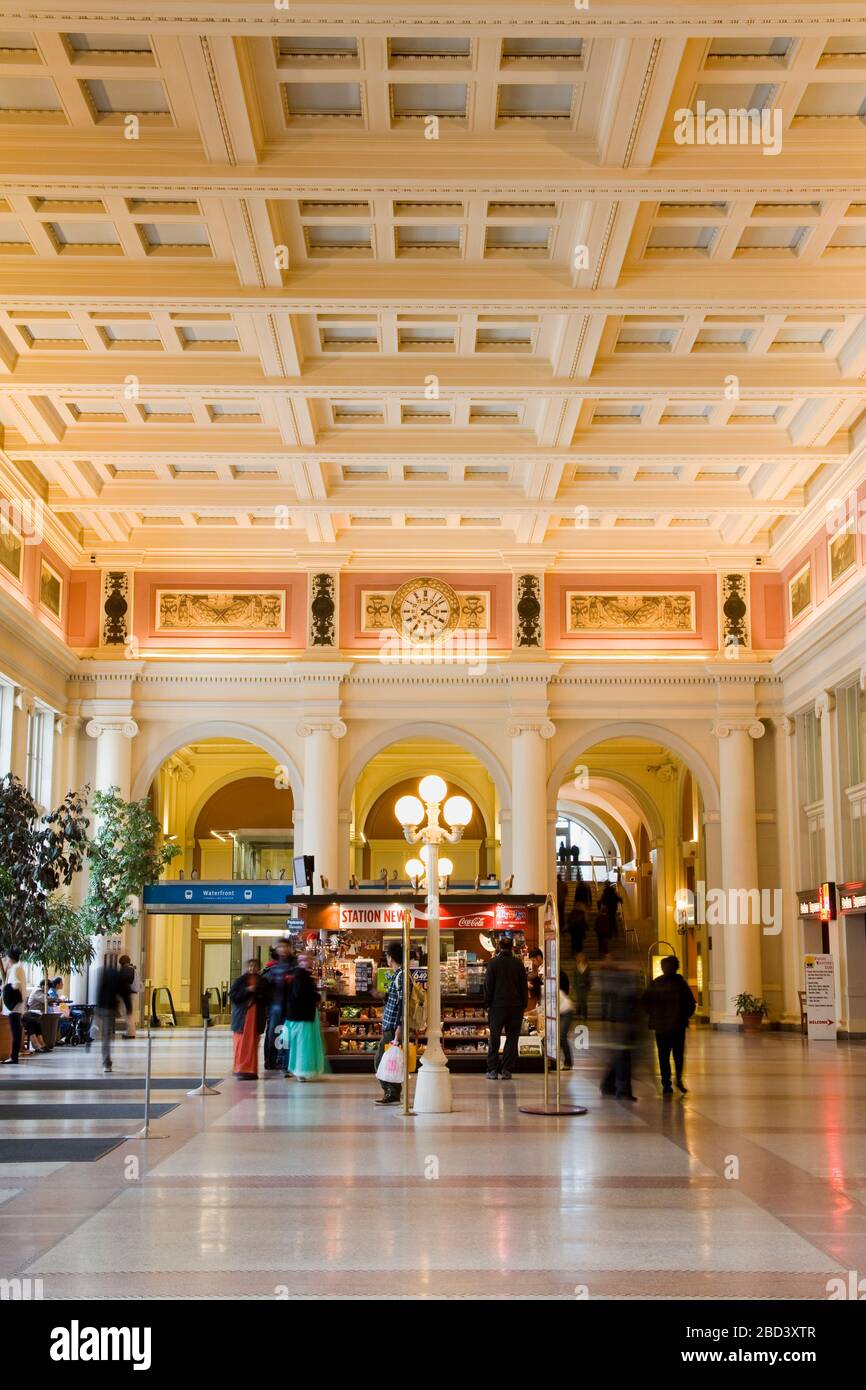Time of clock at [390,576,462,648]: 4:07
